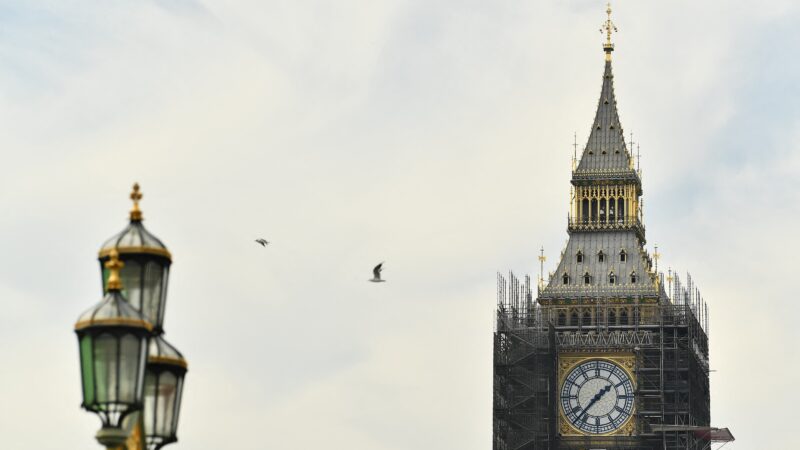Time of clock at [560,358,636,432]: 1:37
